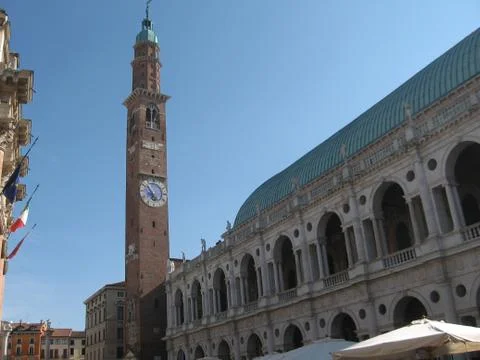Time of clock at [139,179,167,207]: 4:52
